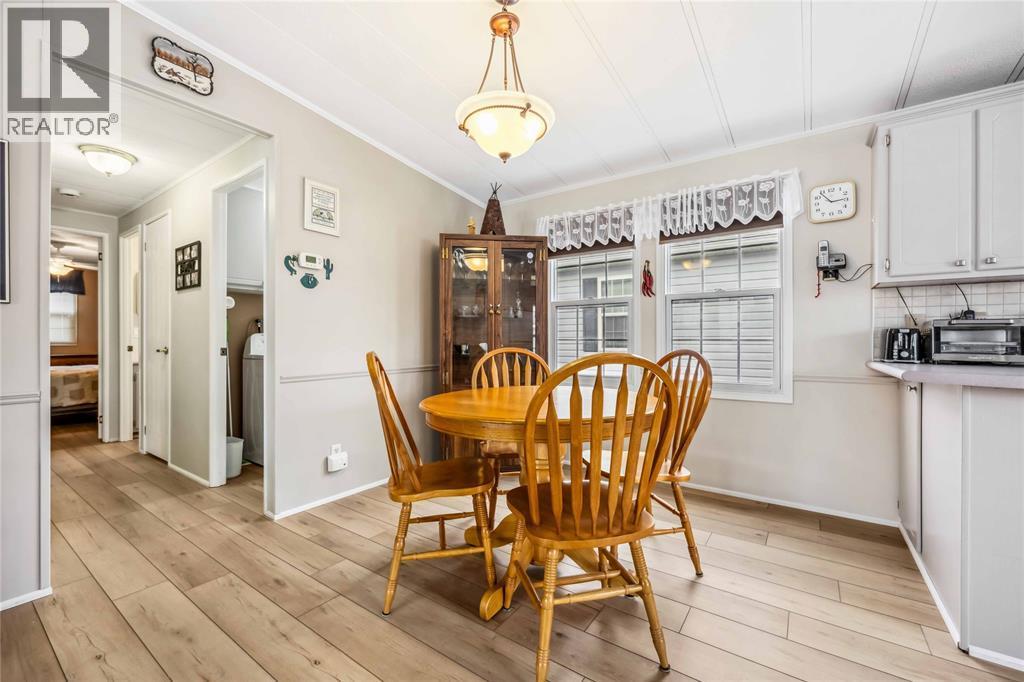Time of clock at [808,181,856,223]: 2:53
